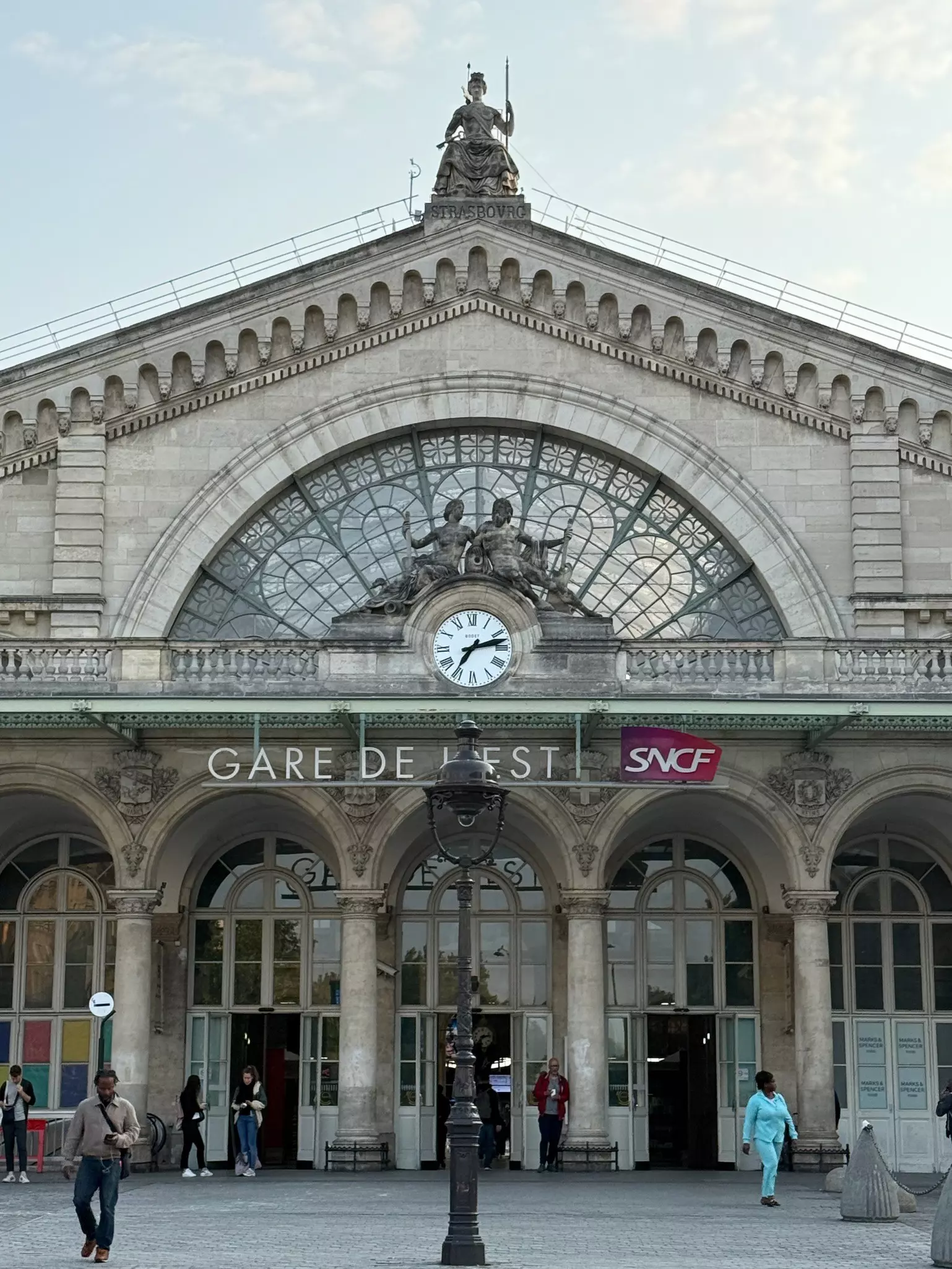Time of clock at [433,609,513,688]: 7:12
